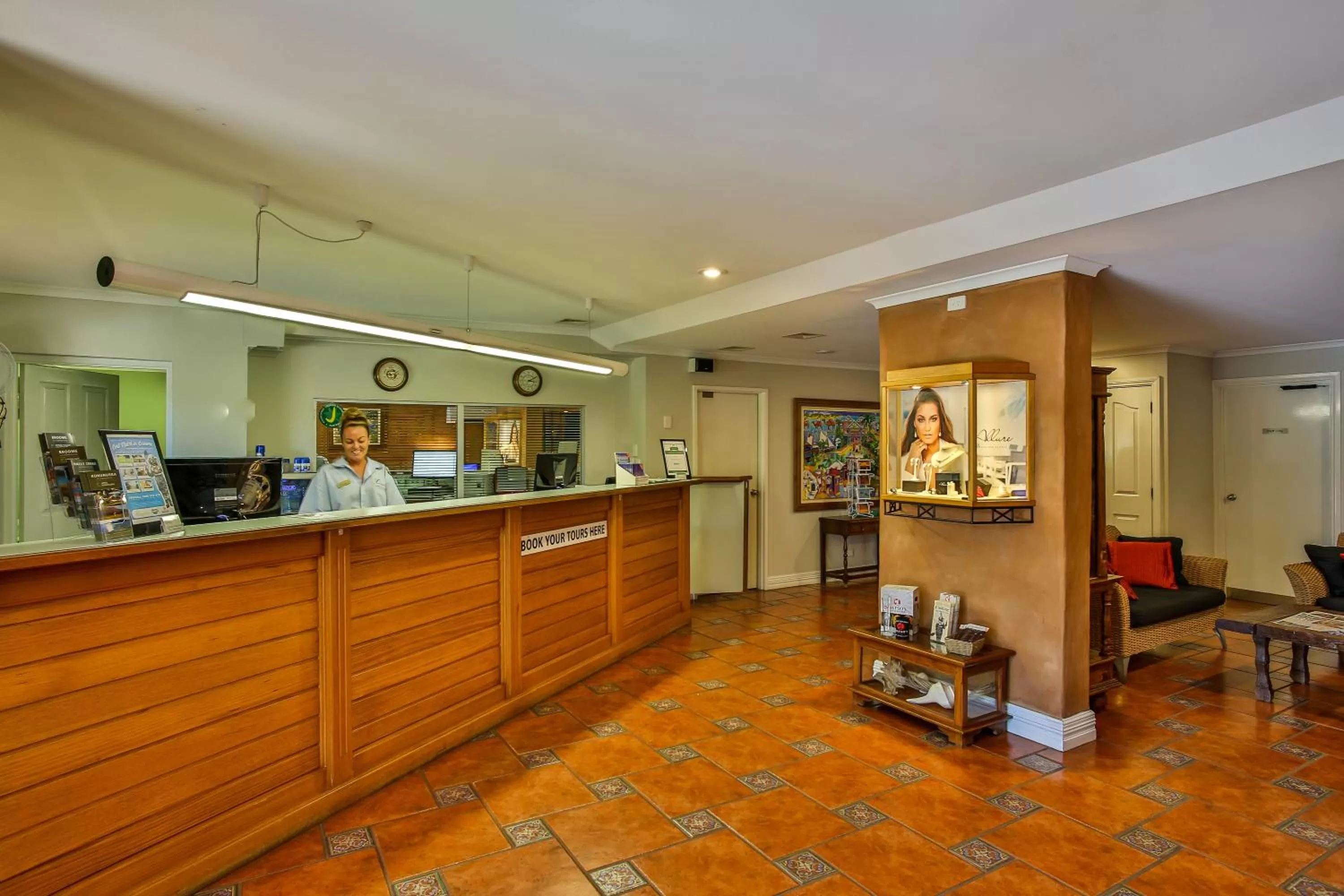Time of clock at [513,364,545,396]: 3:09
